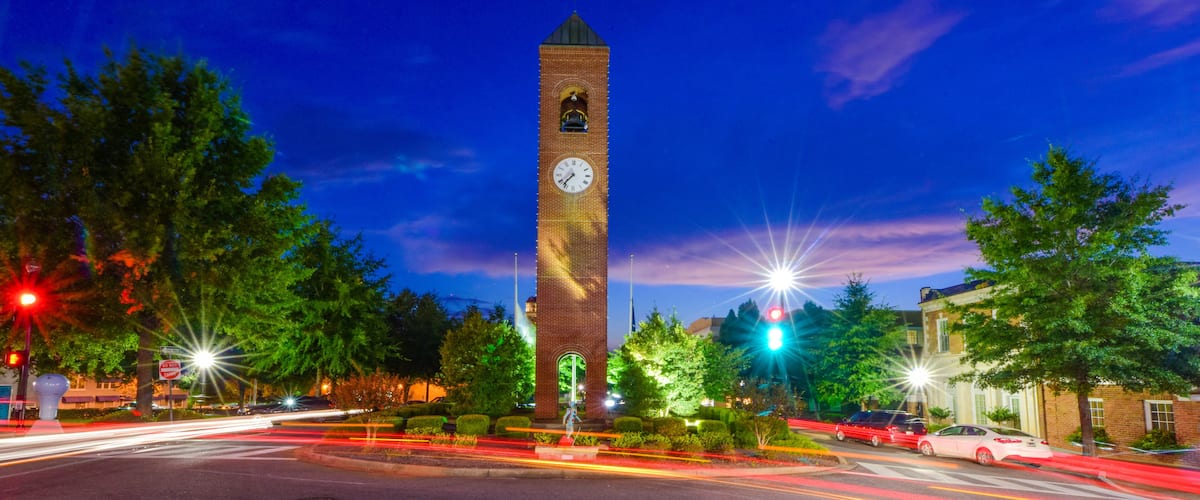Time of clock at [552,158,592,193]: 7:36
